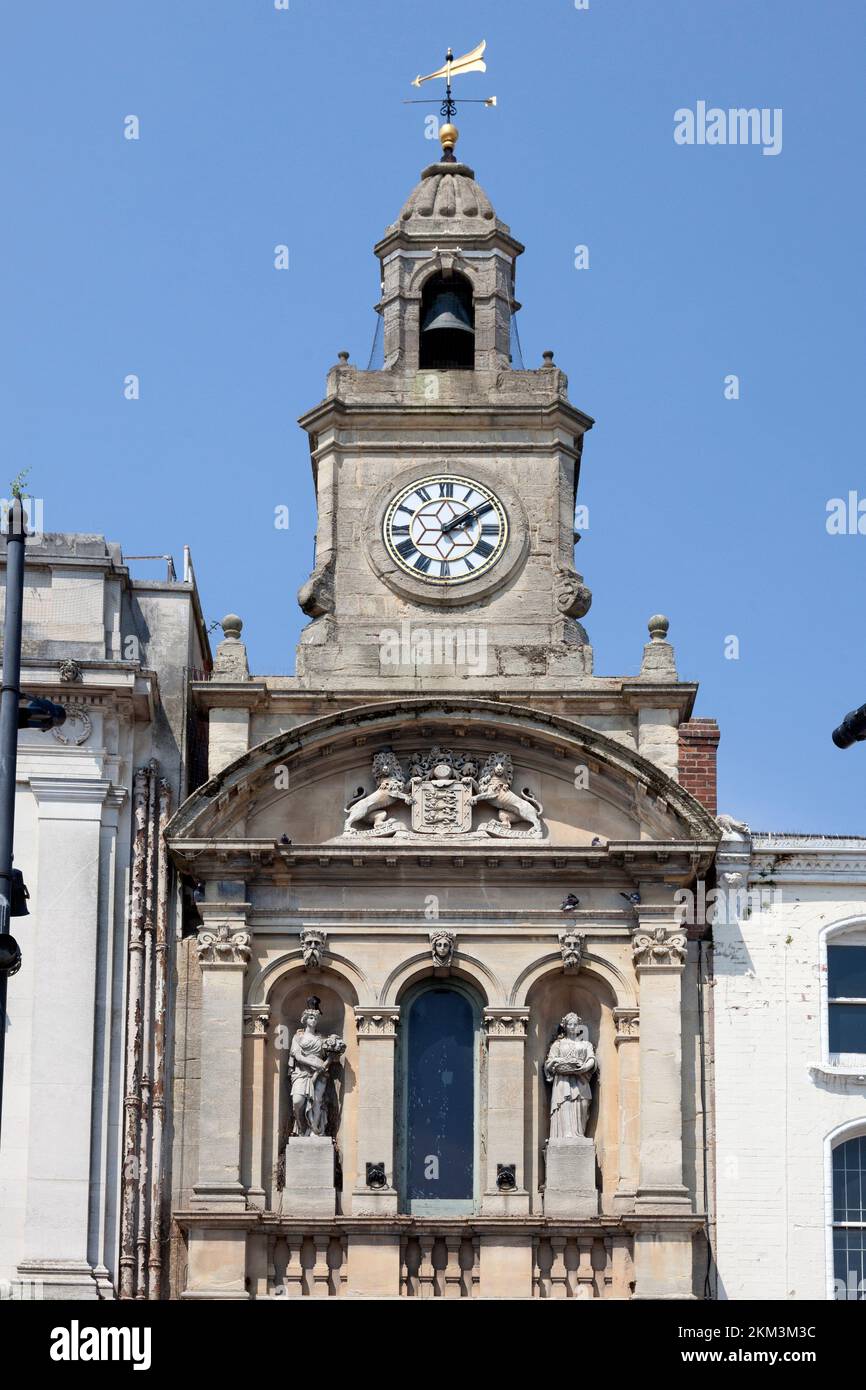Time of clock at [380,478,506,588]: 2:09
